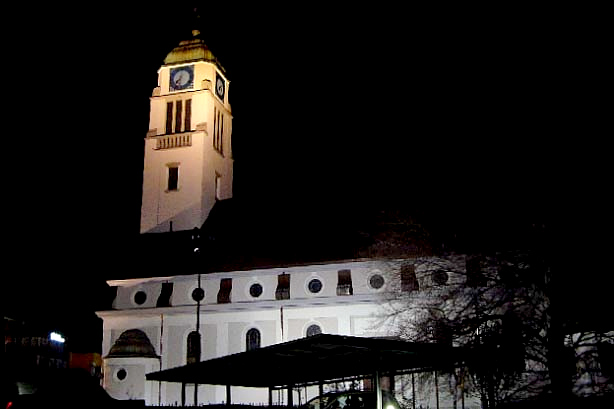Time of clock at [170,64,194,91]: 7:32
